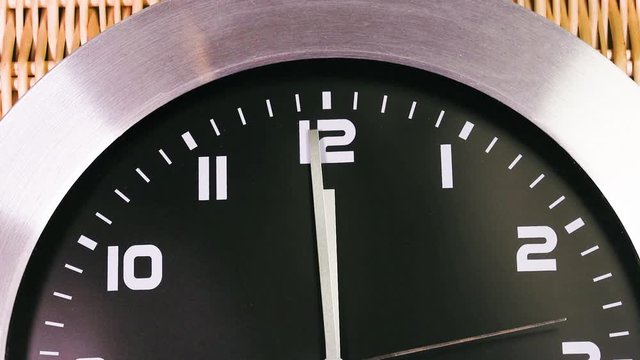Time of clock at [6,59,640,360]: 11:59
